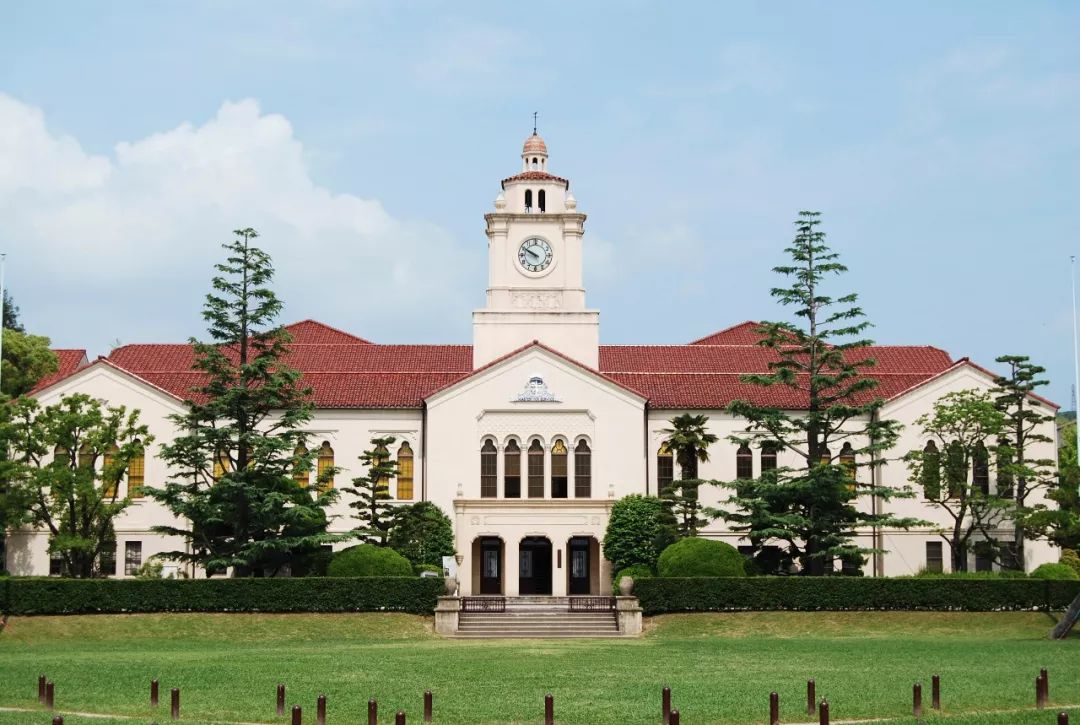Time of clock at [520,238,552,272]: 9:50
